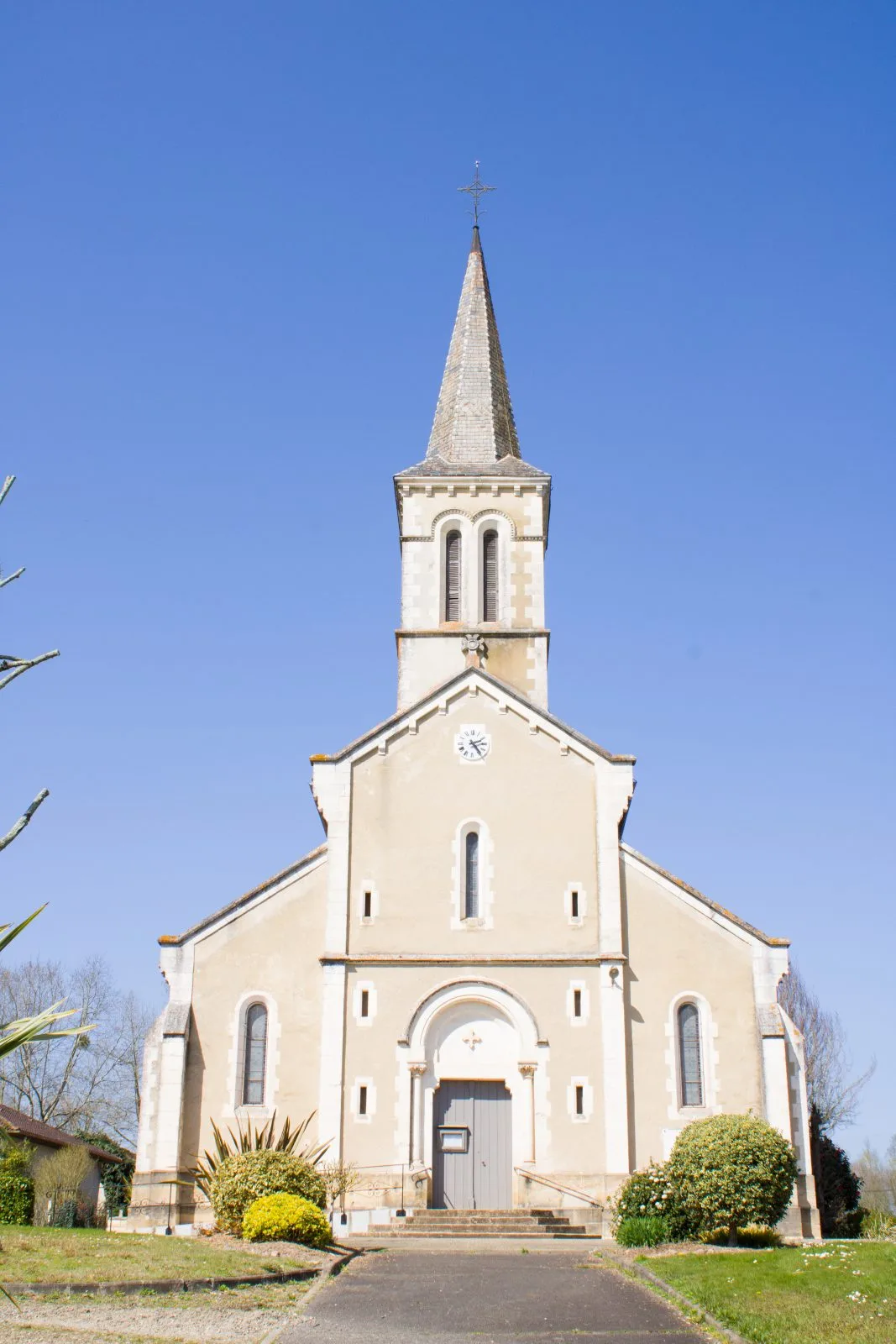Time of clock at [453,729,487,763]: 2:23
